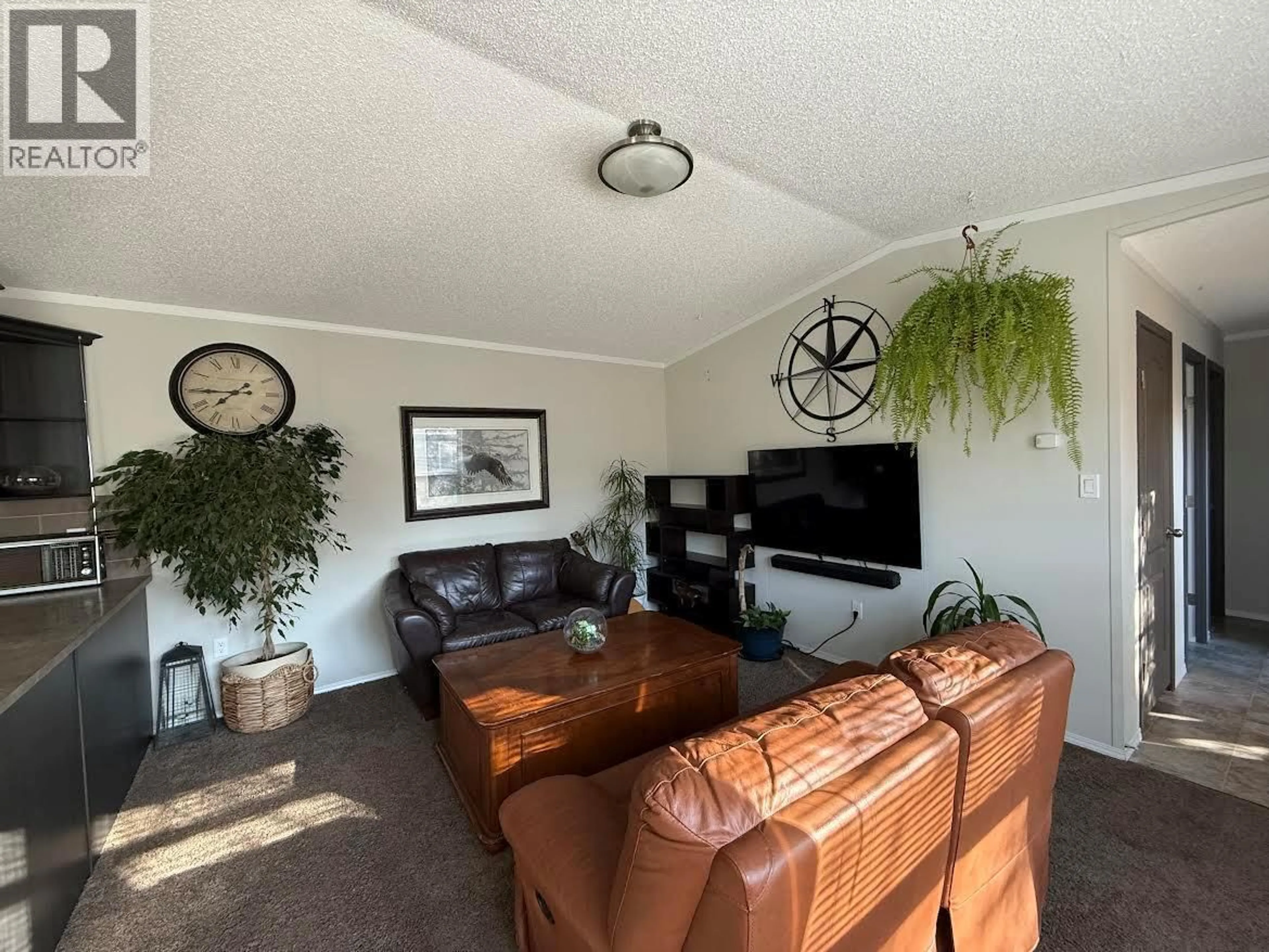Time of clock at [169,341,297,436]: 7:44
